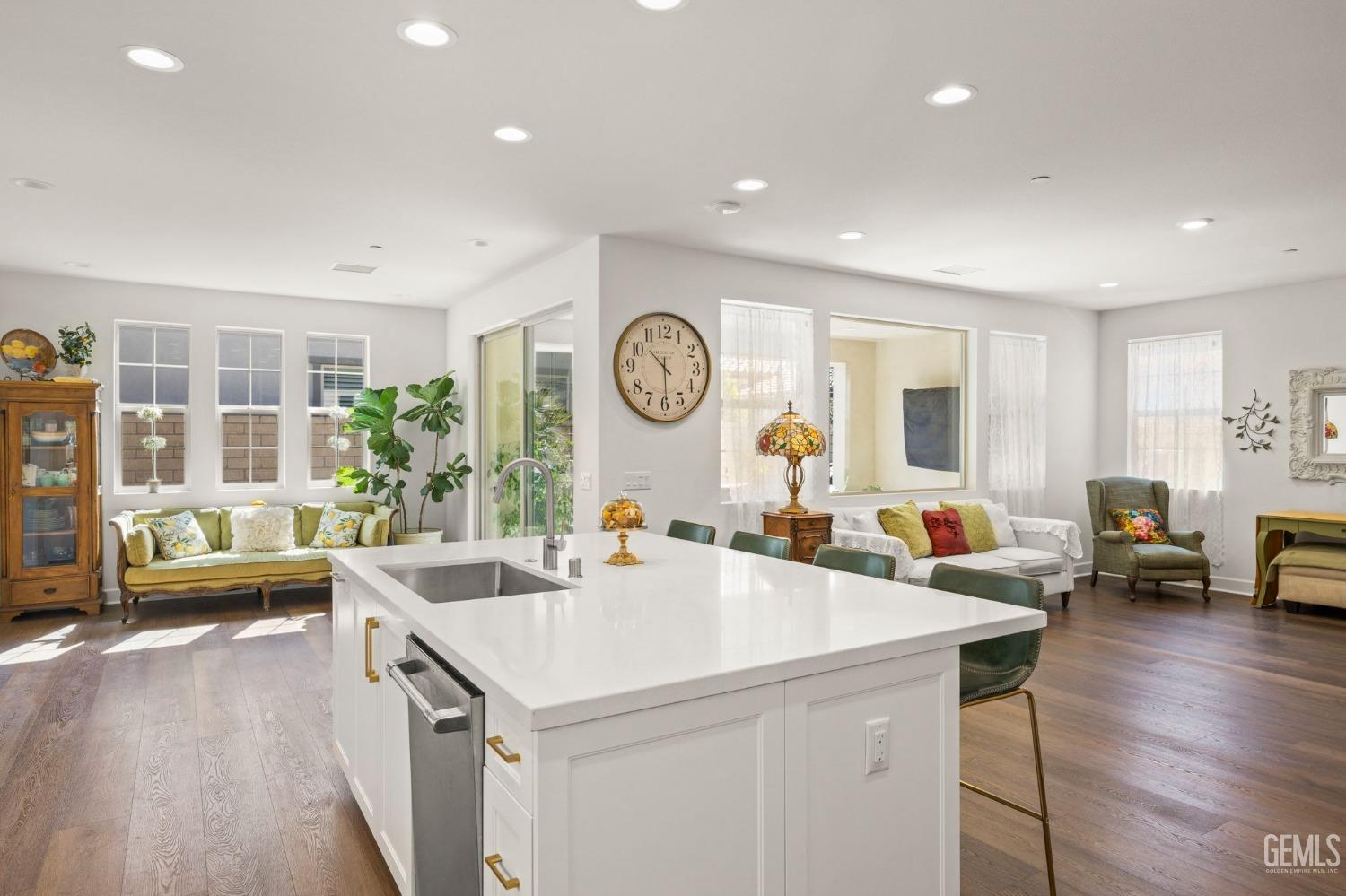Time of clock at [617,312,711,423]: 10:29
